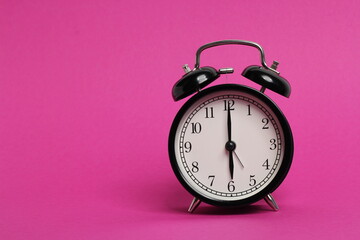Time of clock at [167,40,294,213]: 6:00
